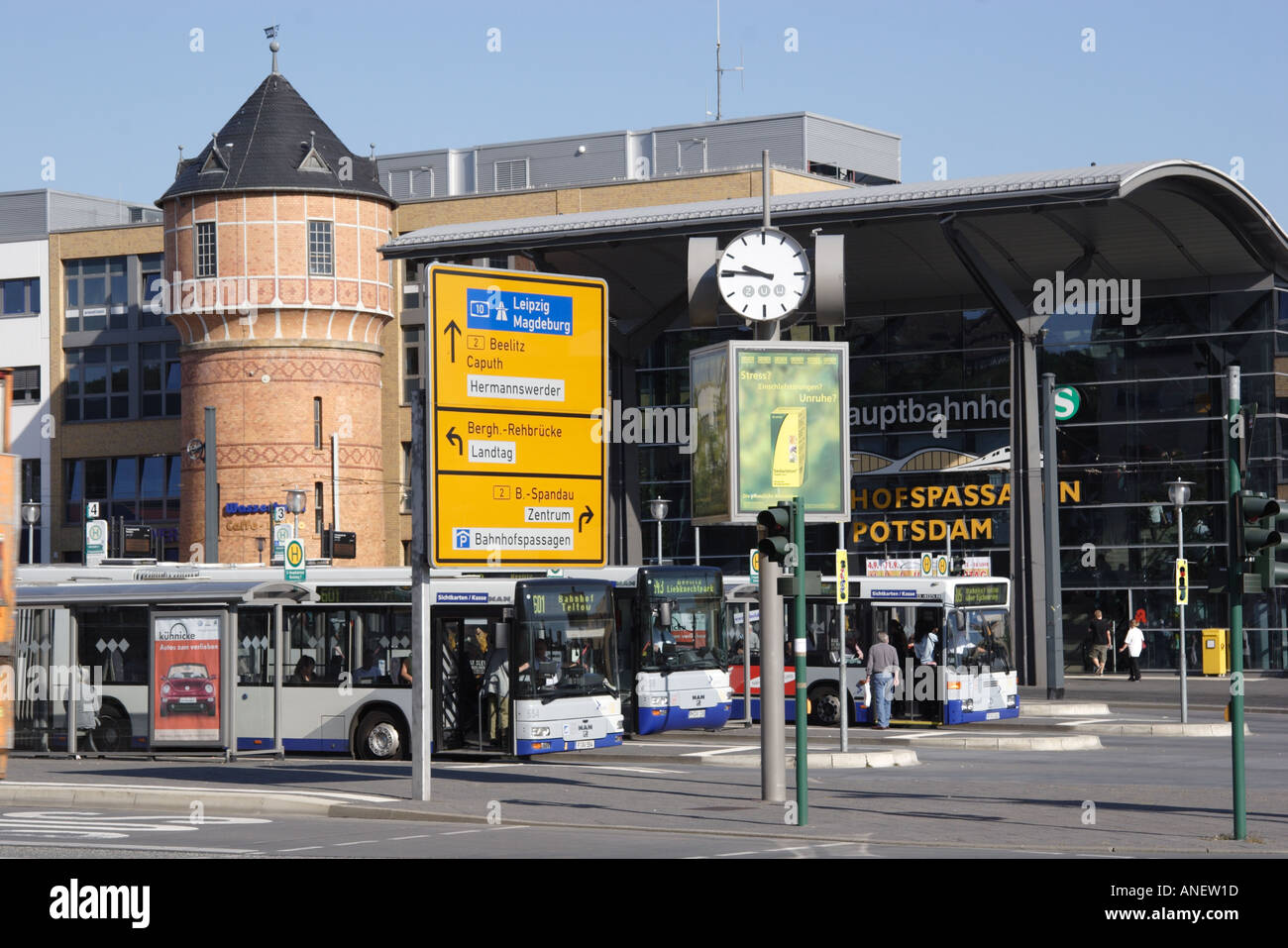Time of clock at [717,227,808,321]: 9:45
